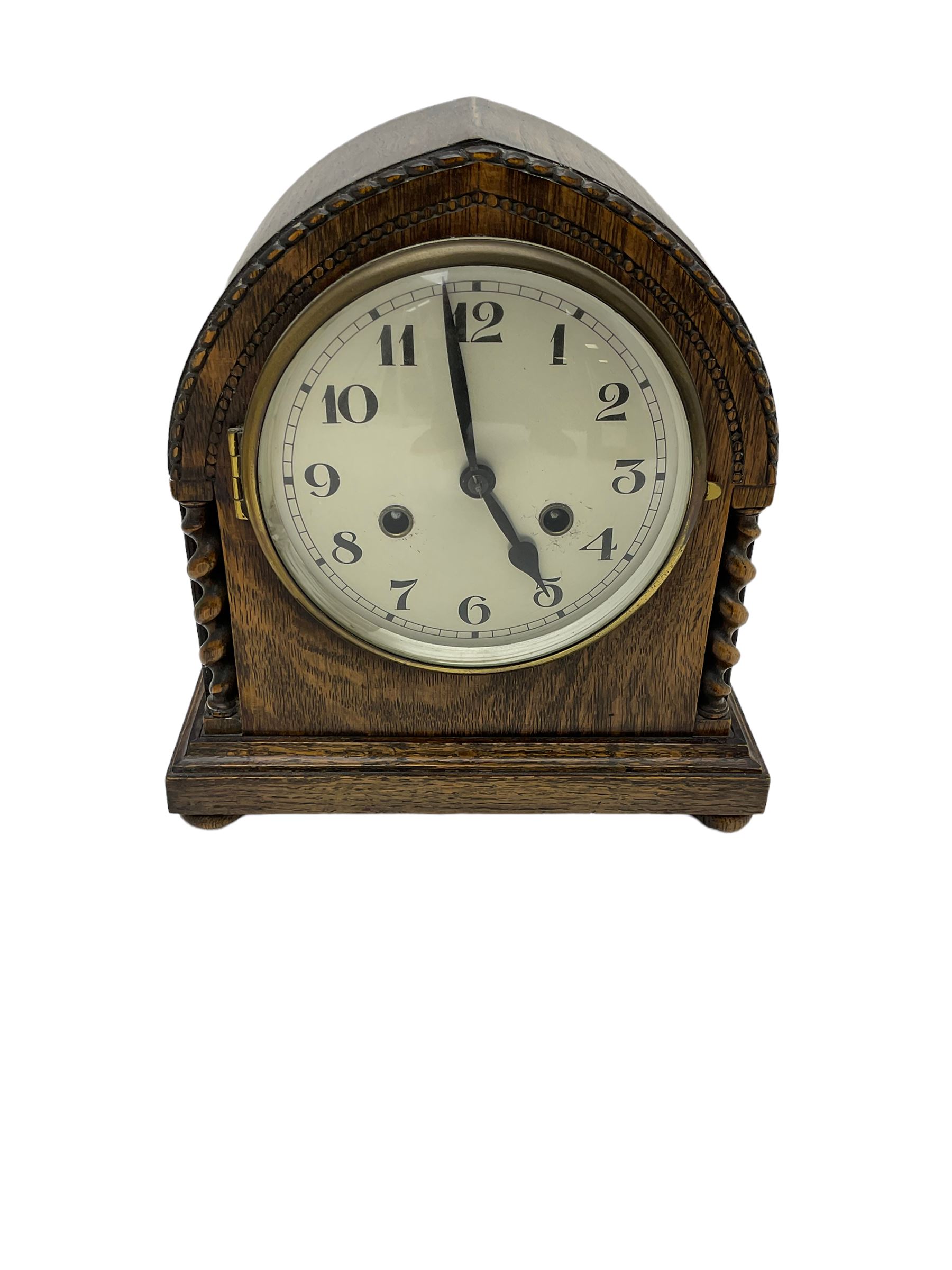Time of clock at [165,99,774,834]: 4:58
